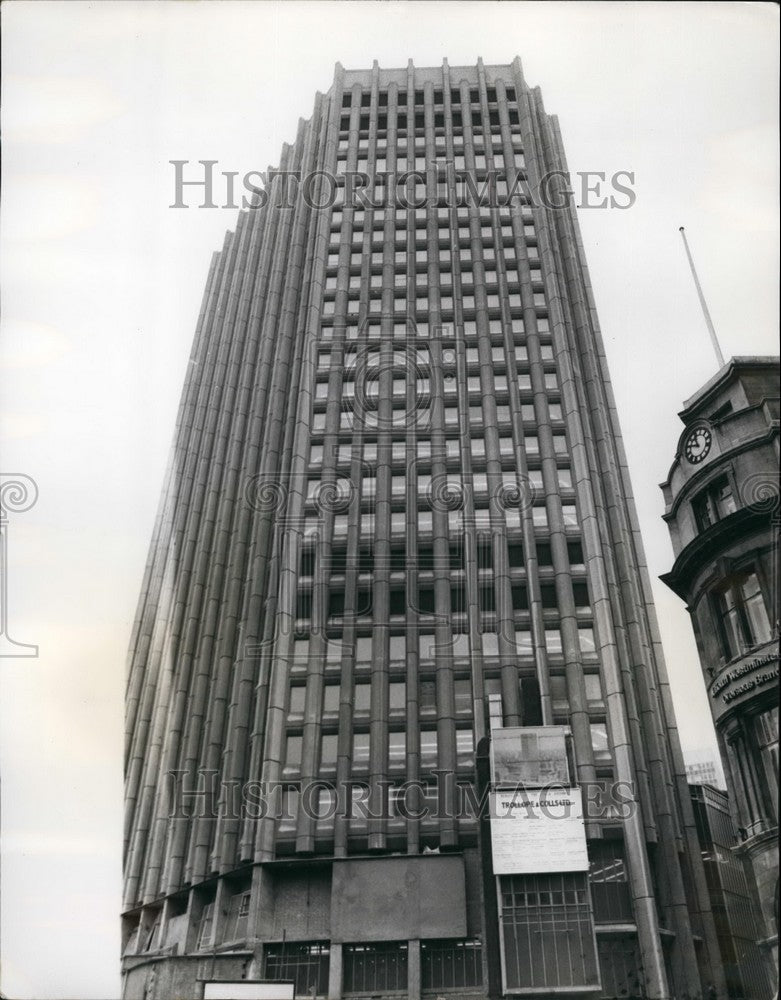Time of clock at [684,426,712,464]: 10:45
